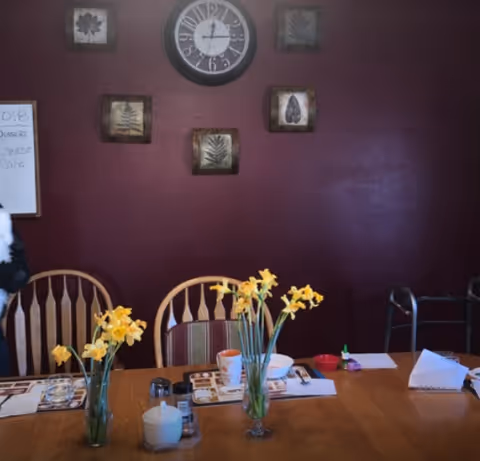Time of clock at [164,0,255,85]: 12:14
